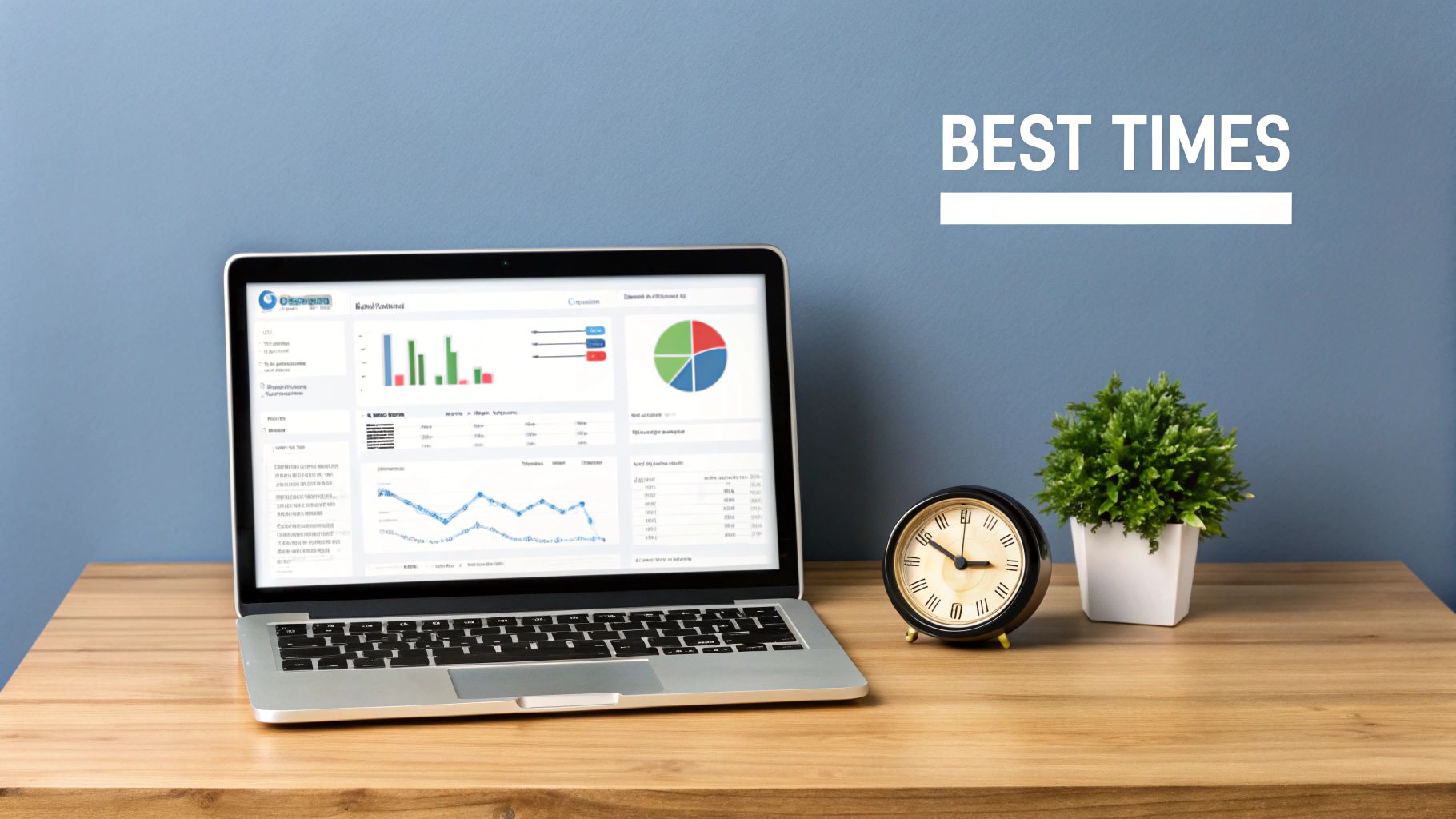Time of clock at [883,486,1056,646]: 2:50
